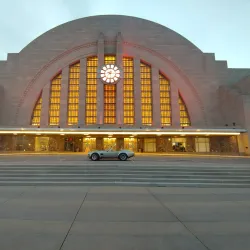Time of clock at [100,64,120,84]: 7:15
